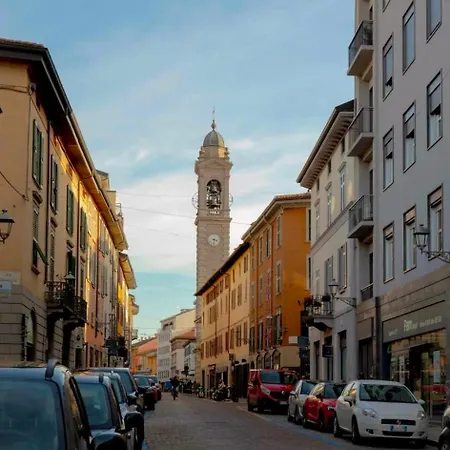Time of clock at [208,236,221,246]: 3:31
